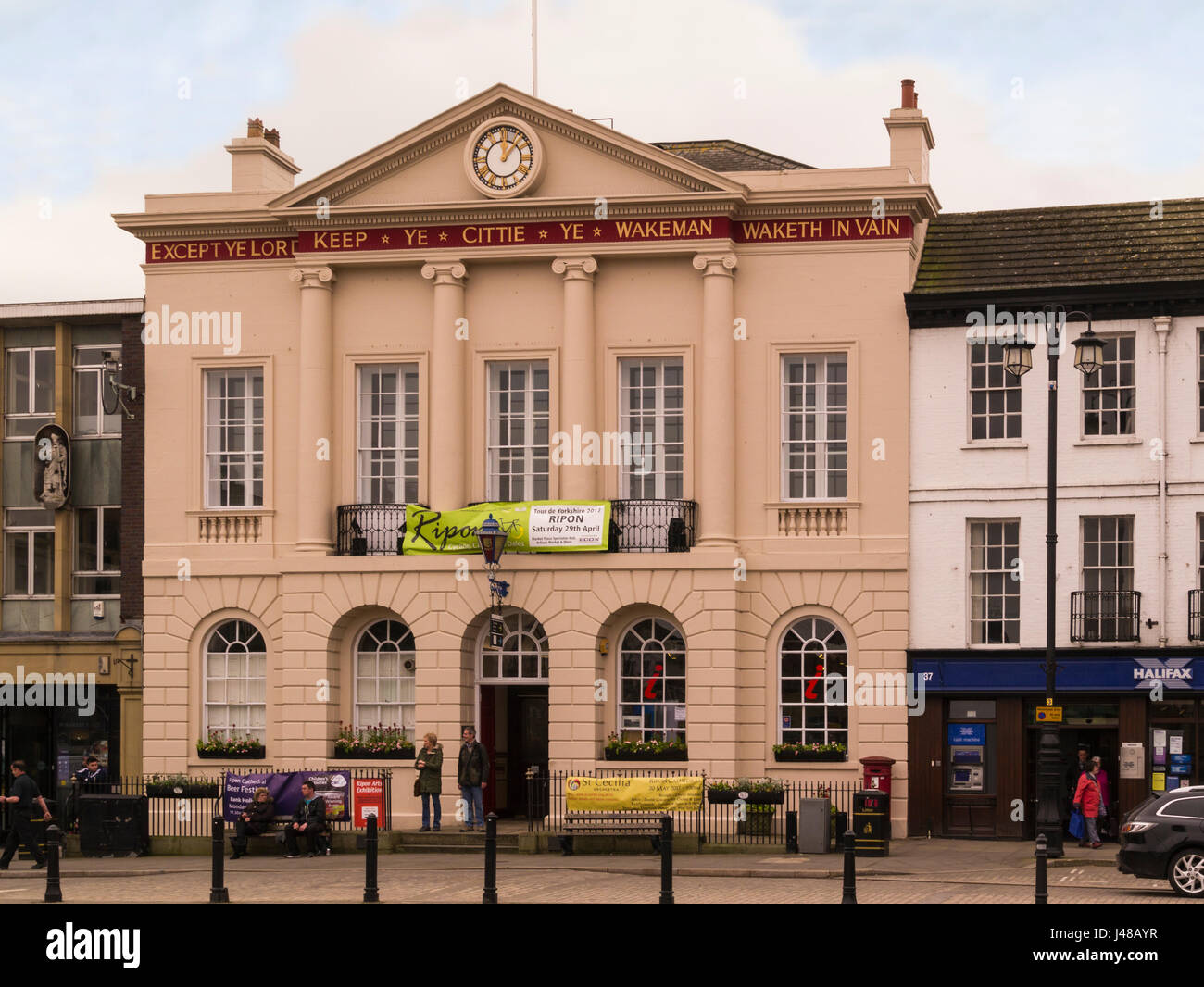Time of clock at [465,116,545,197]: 12:07
